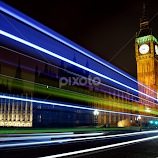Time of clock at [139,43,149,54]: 9:42
